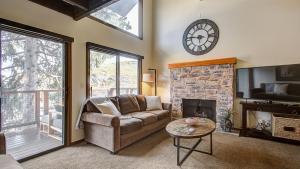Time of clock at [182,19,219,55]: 5:46
